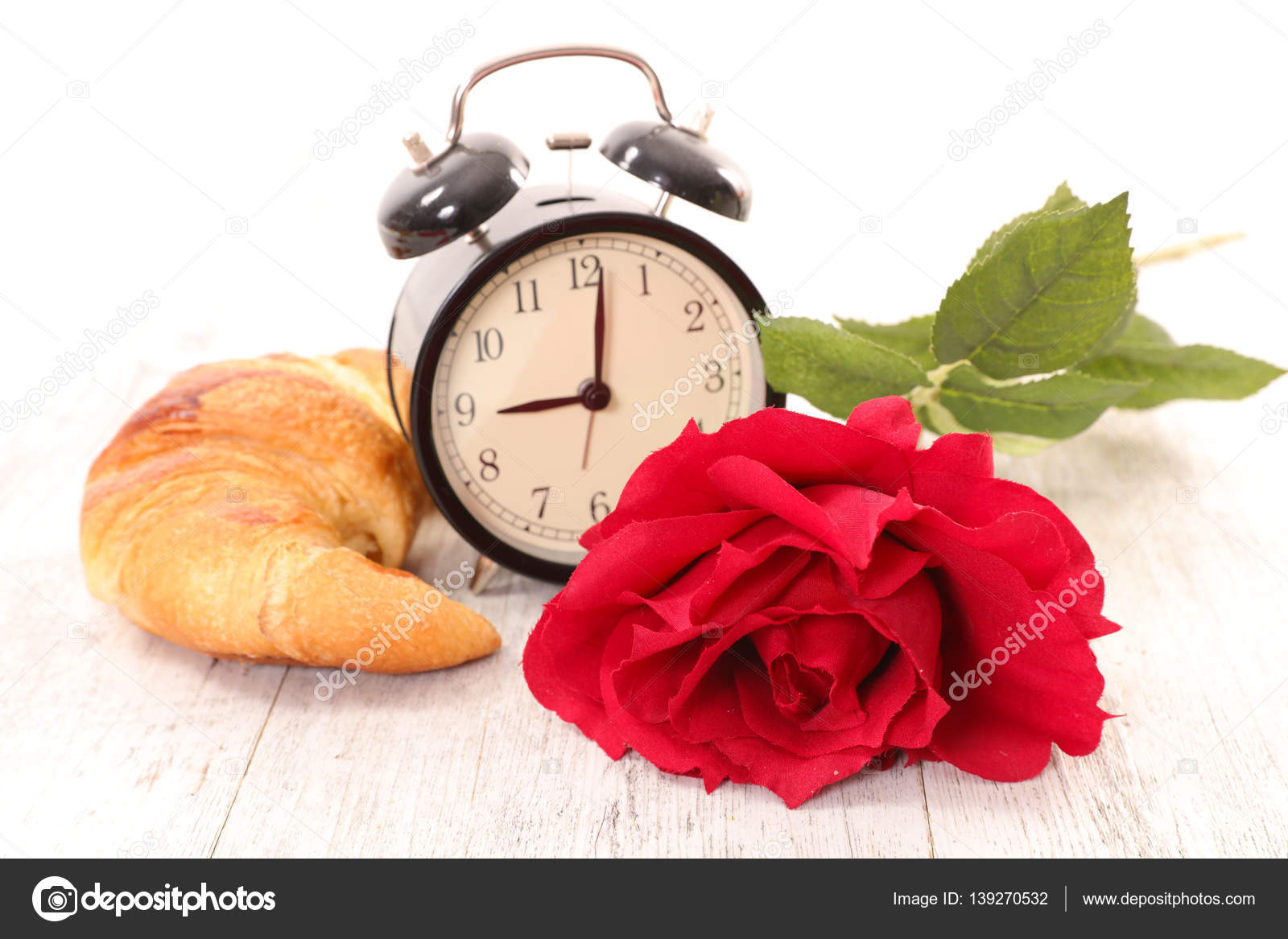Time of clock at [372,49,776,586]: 9:01
